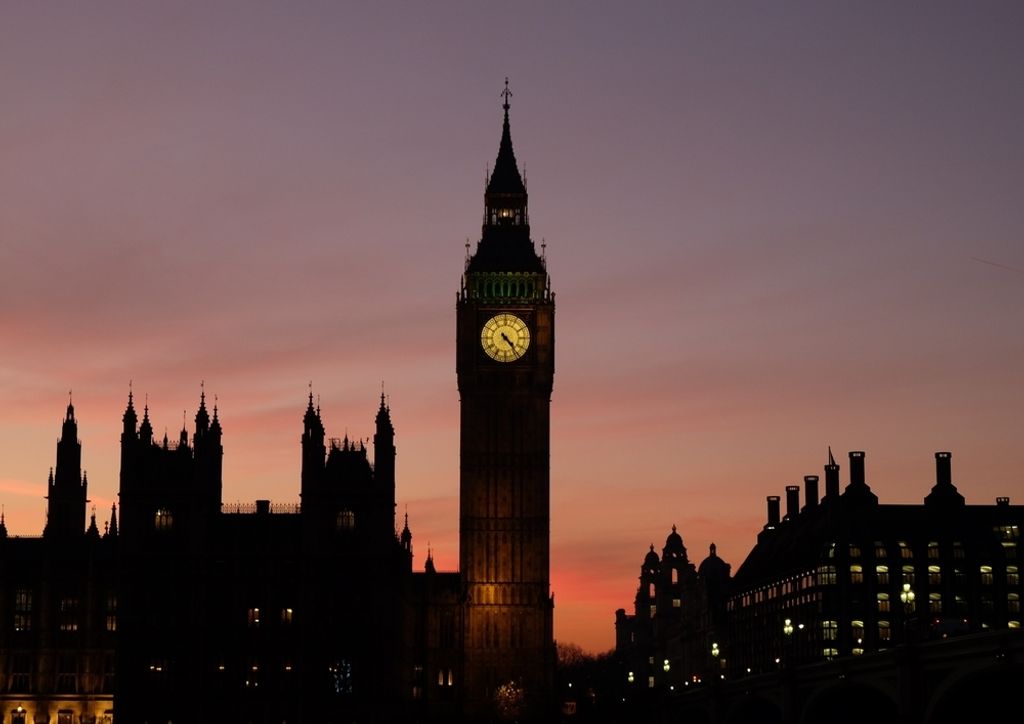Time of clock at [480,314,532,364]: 4:23
